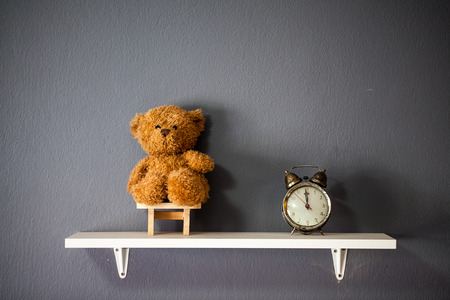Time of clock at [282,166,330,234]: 11:59
